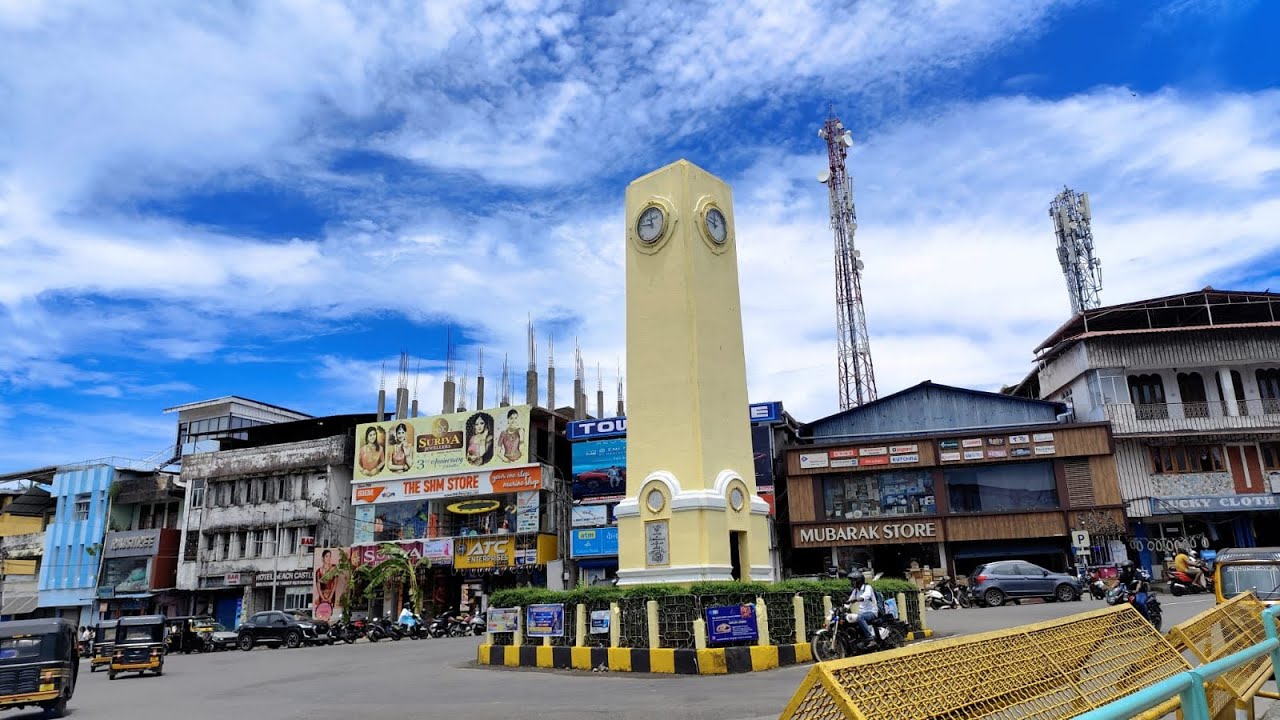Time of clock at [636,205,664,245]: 11:46
